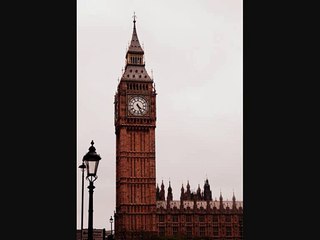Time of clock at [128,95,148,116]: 4:26
